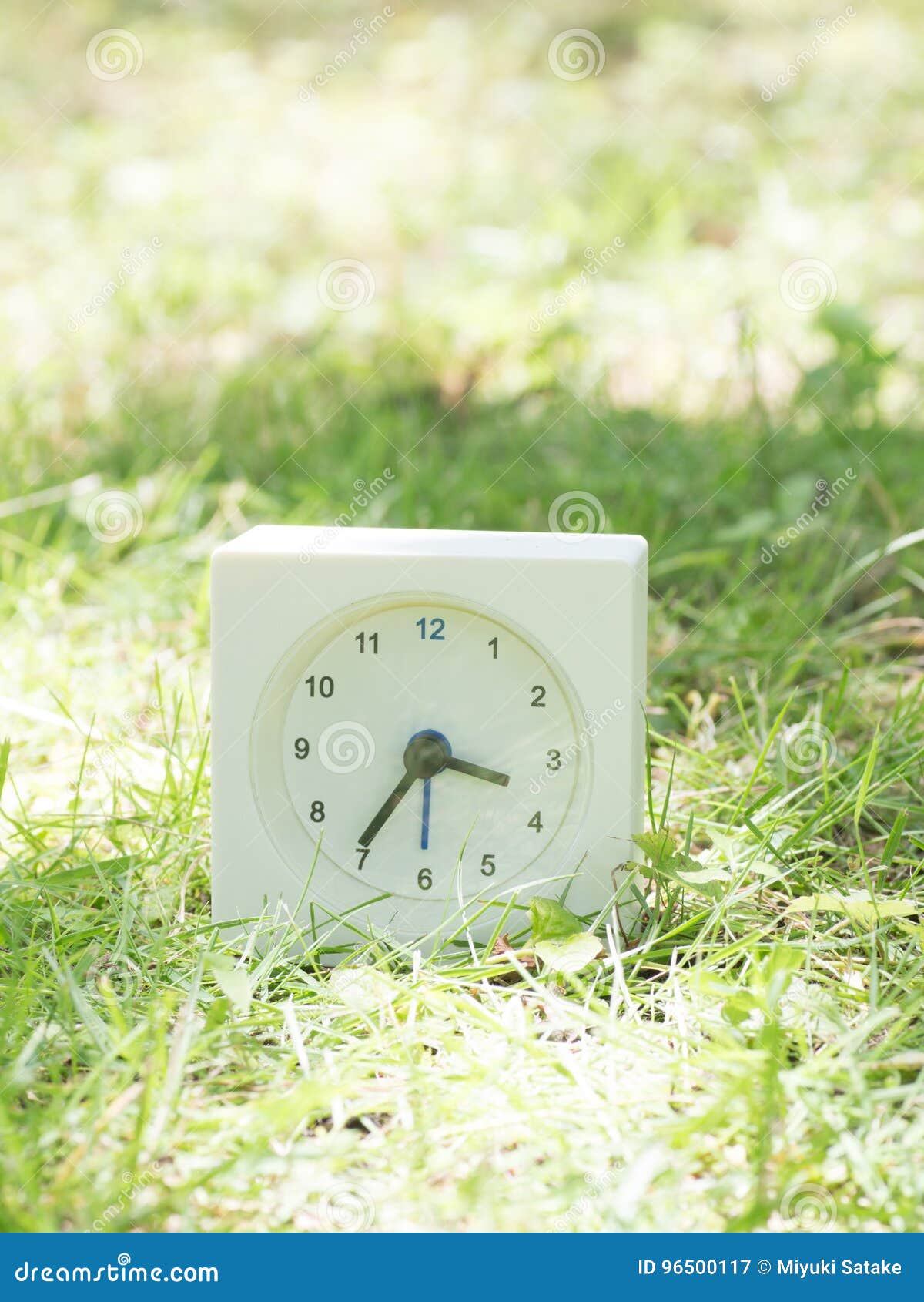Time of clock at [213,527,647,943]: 3:35
